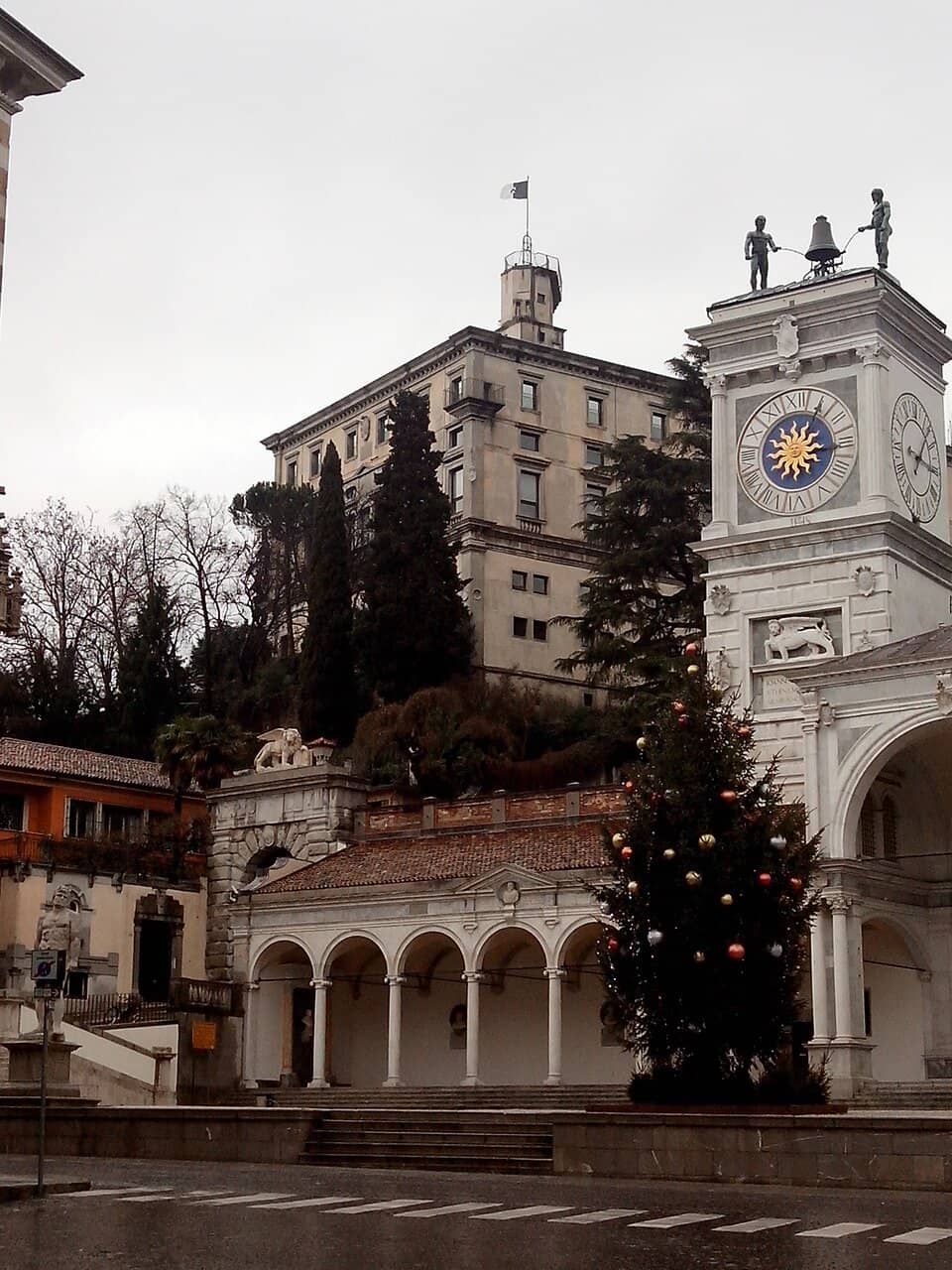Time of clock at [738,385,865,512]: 3:04
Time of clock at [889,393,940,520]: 1:16
